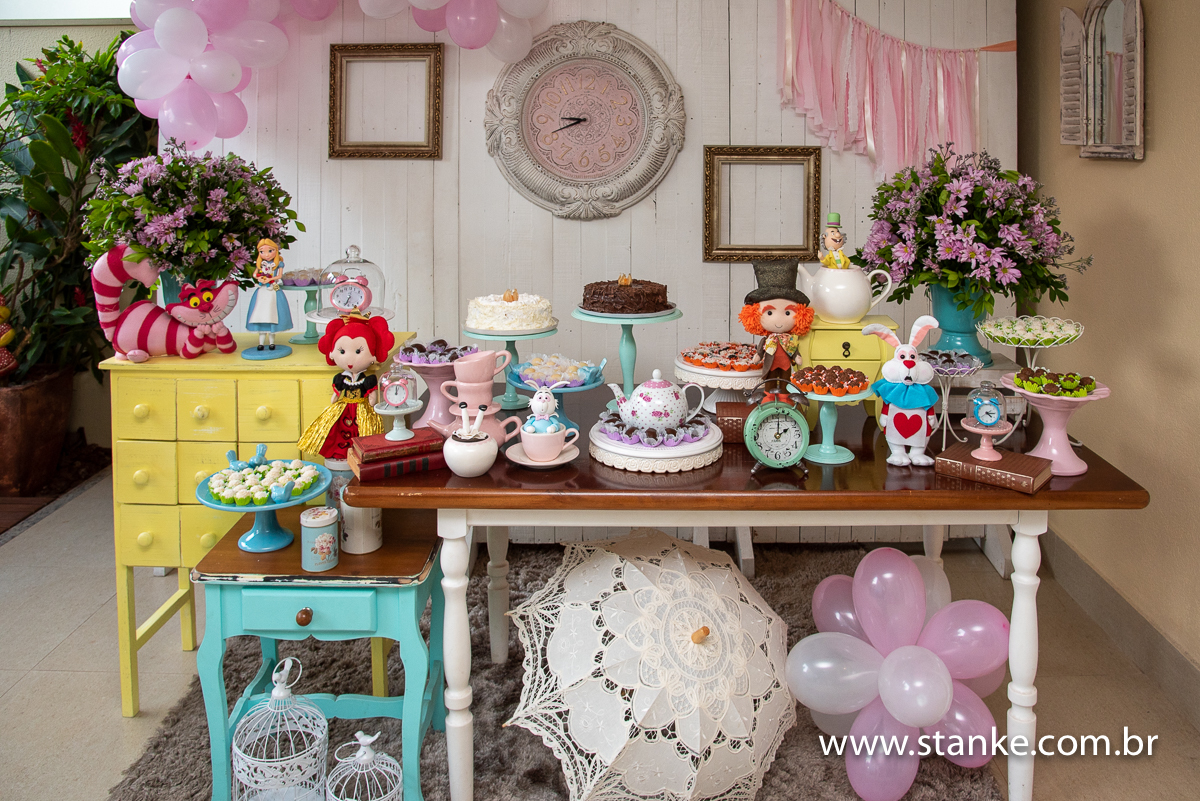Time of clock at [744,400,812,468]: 2:01
